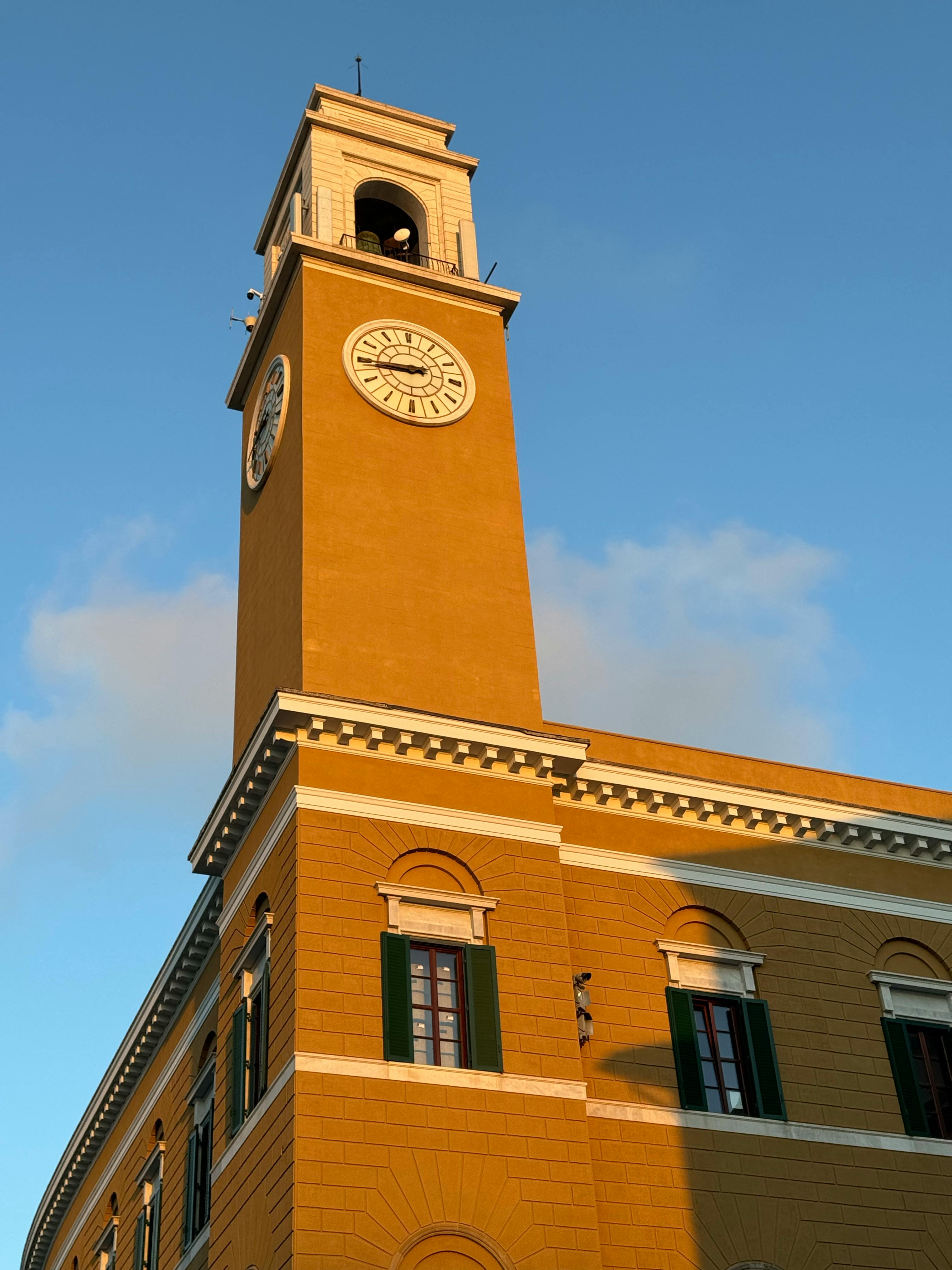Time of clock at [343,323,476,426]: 8:44
